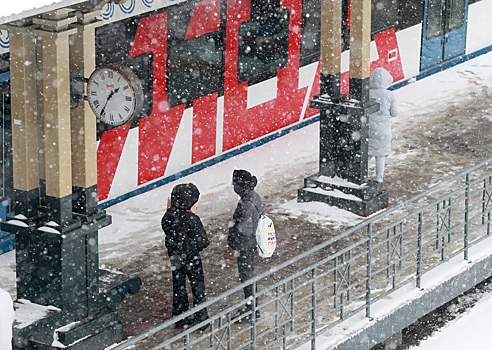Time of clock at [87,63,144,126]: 1:35
